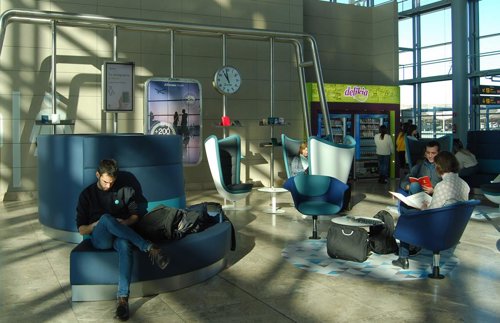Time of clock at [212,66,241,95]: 10:58
